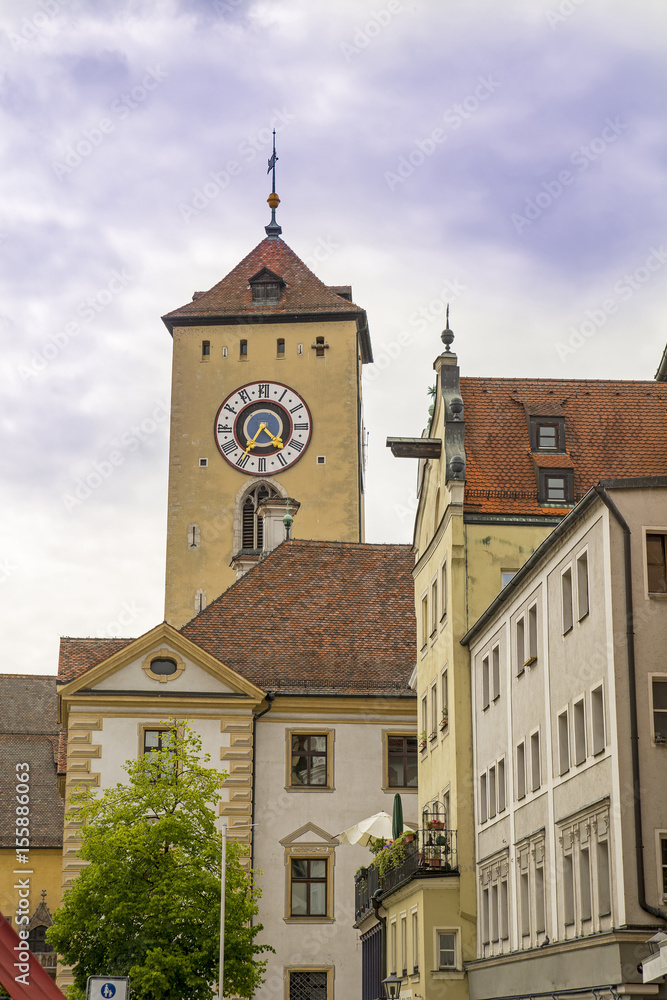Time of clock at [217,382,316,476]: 4:35
